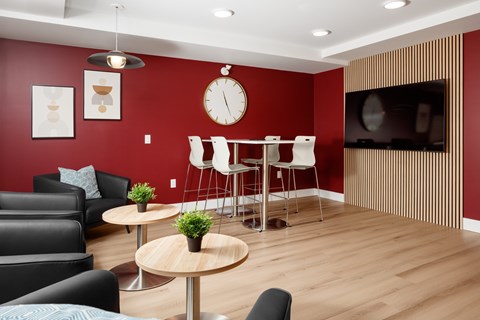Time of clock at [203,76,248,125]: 11:26
